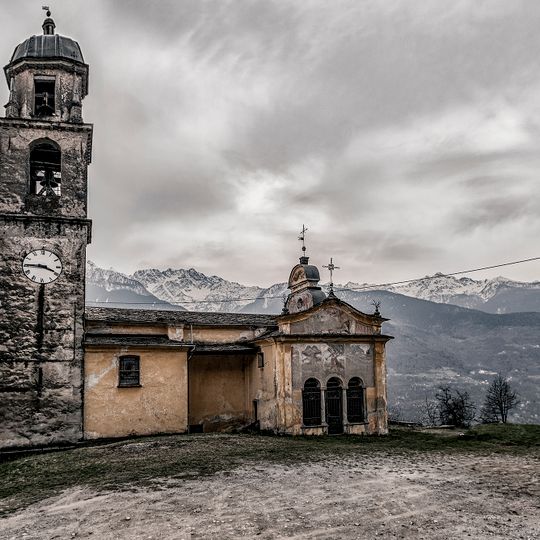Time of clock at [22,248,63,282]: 3:45
